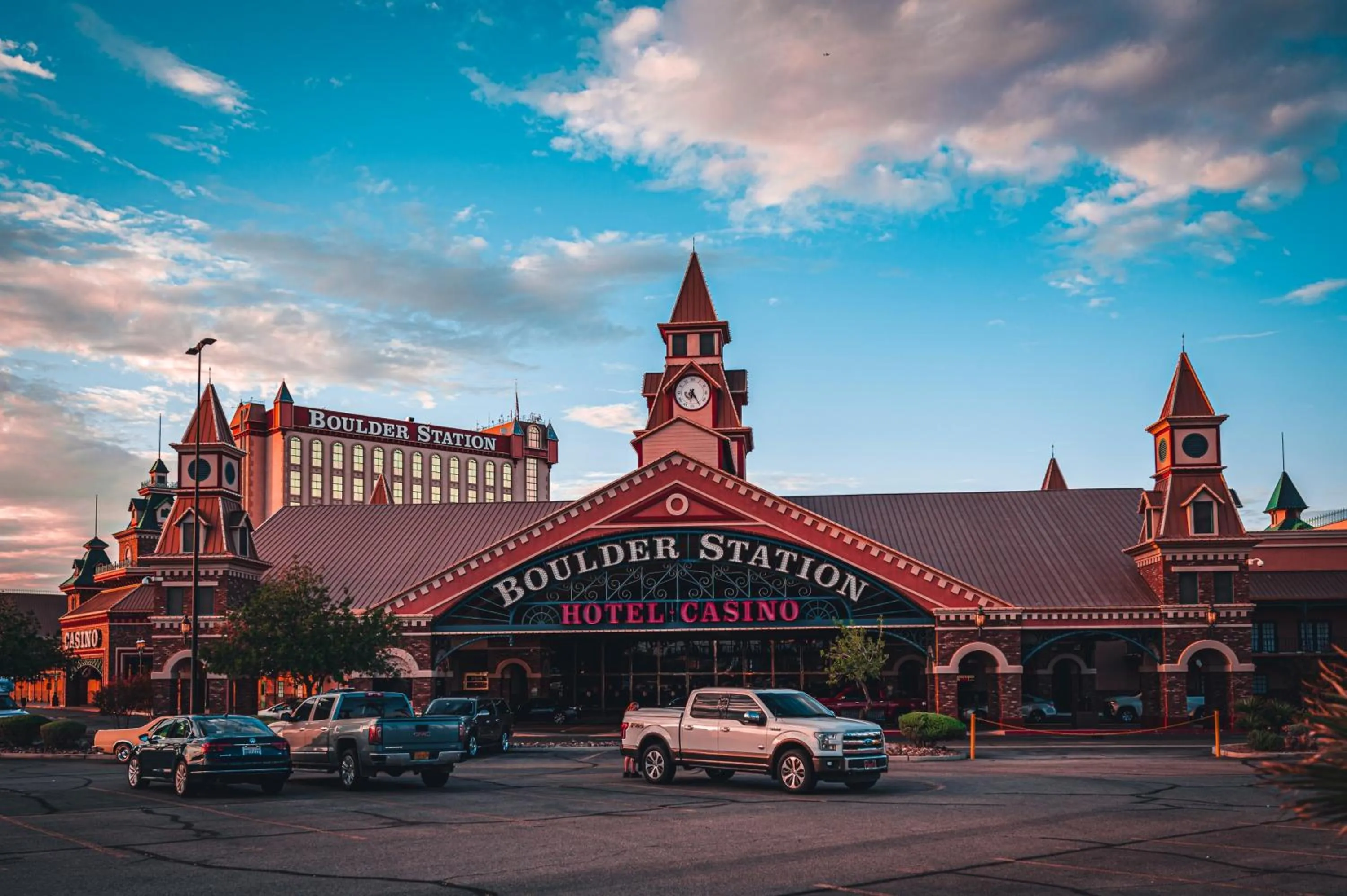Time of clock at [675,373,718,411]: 6:24
